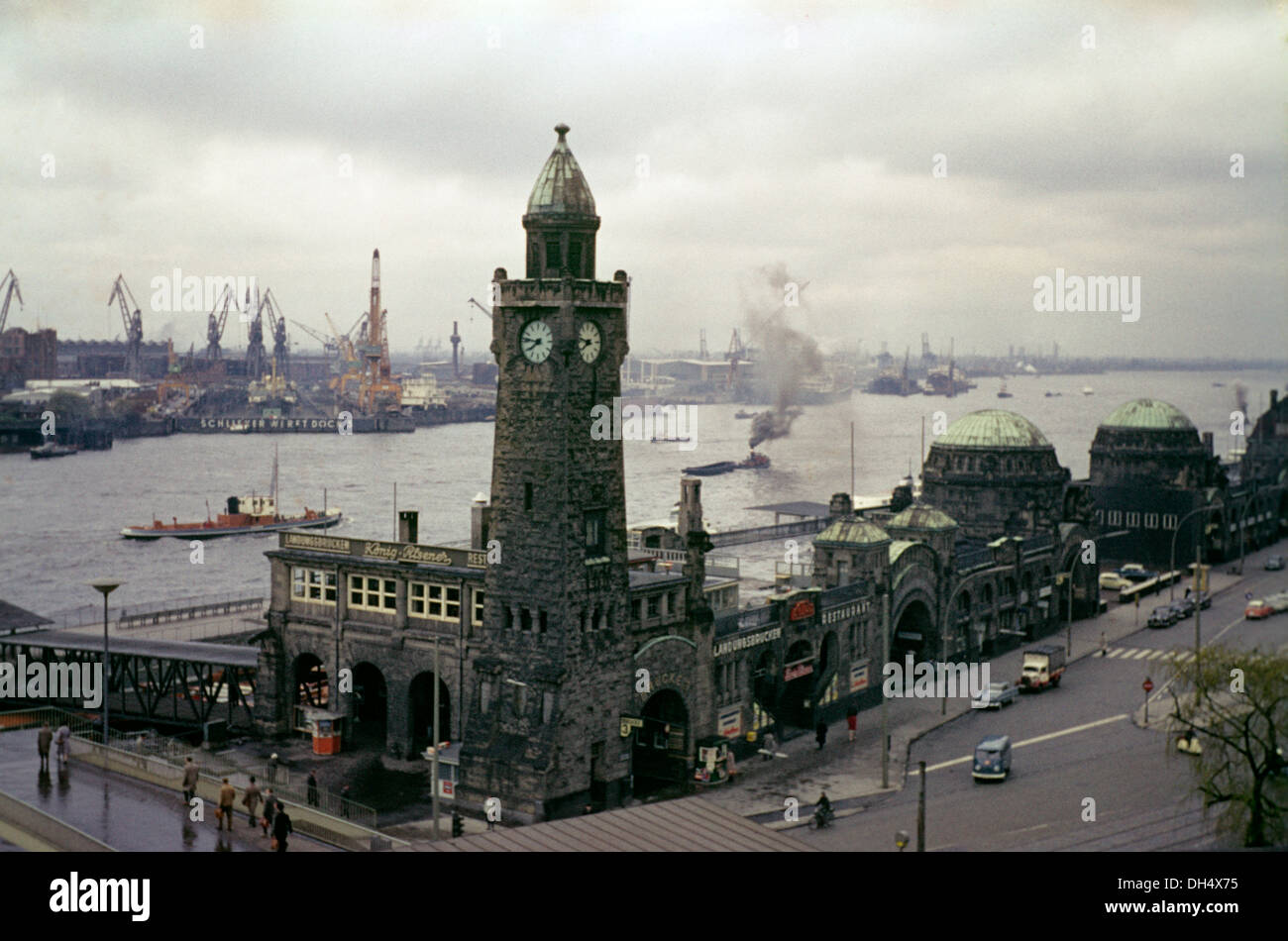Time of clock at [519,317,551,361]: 7:46
